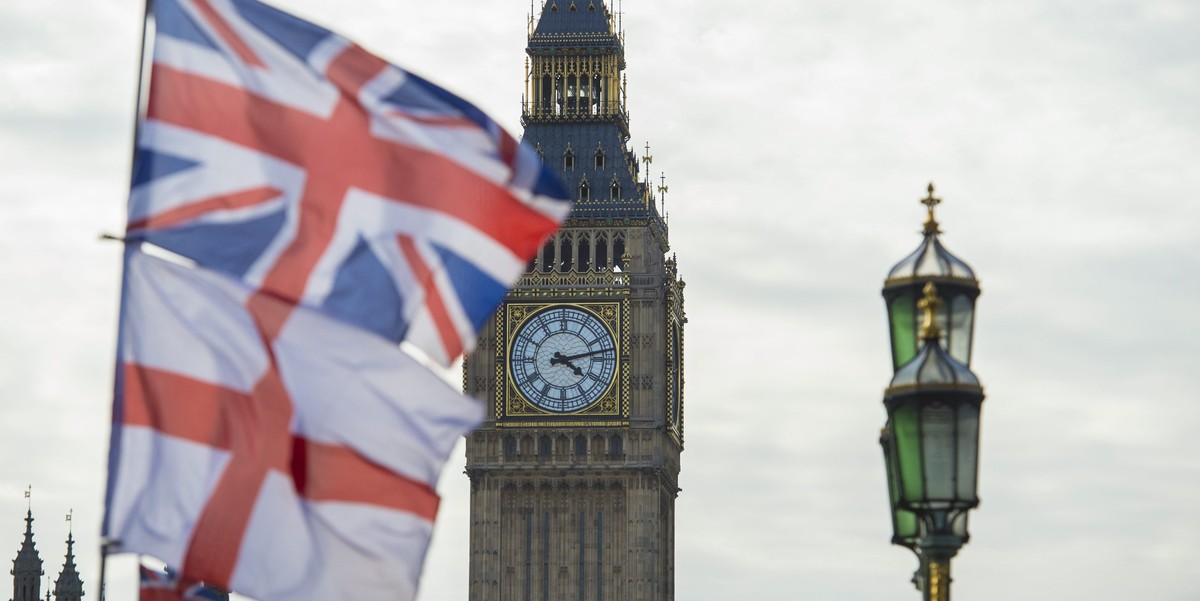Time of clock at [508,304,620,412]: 4:12
